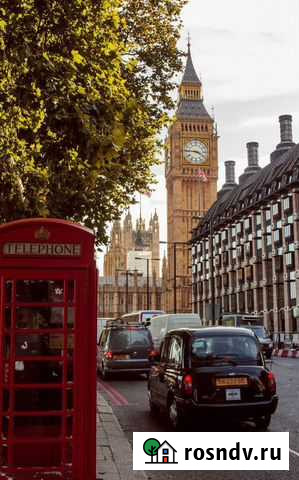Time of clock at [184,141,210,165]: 3:45
